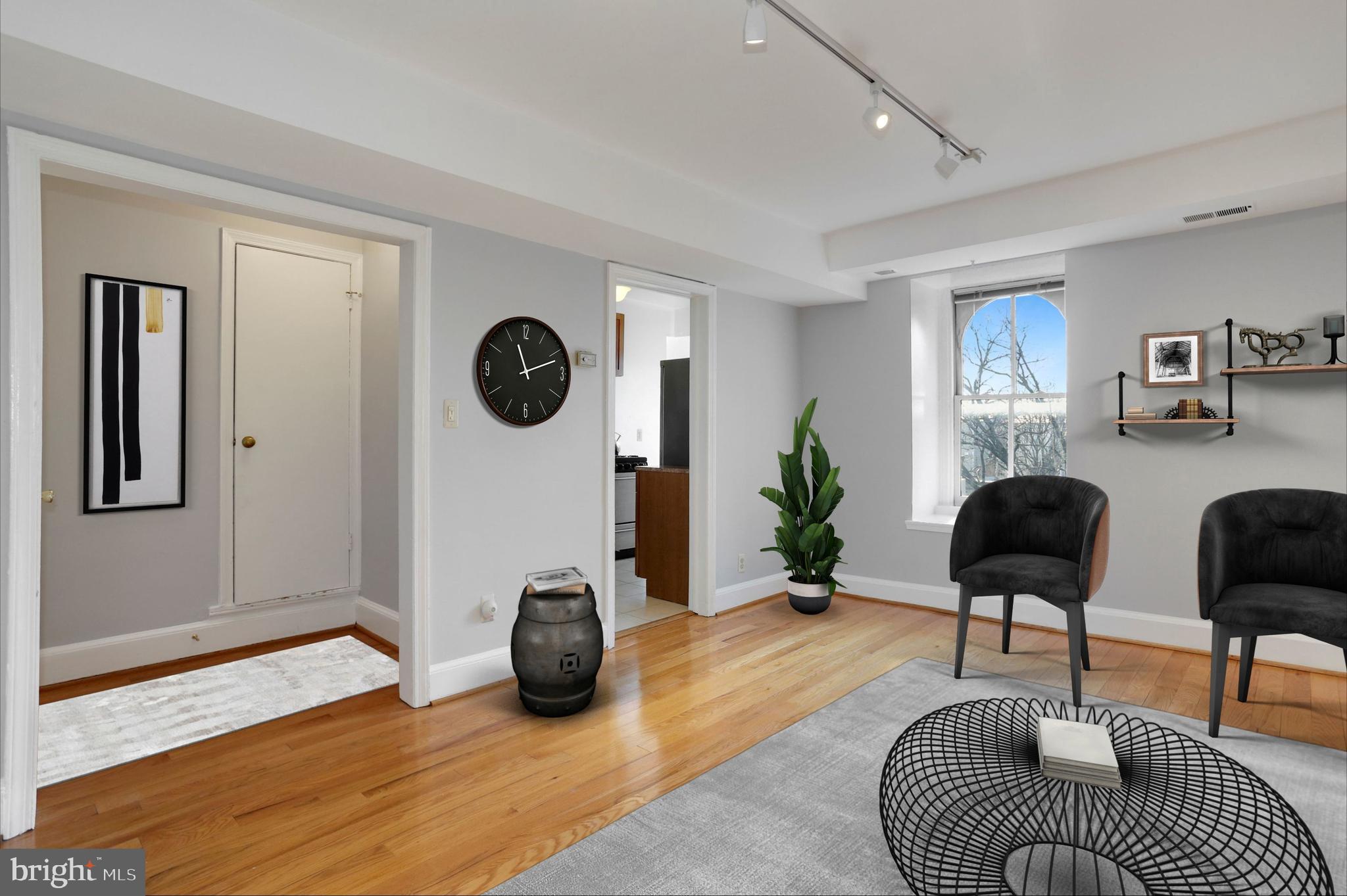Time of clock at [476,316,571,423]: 11:11
